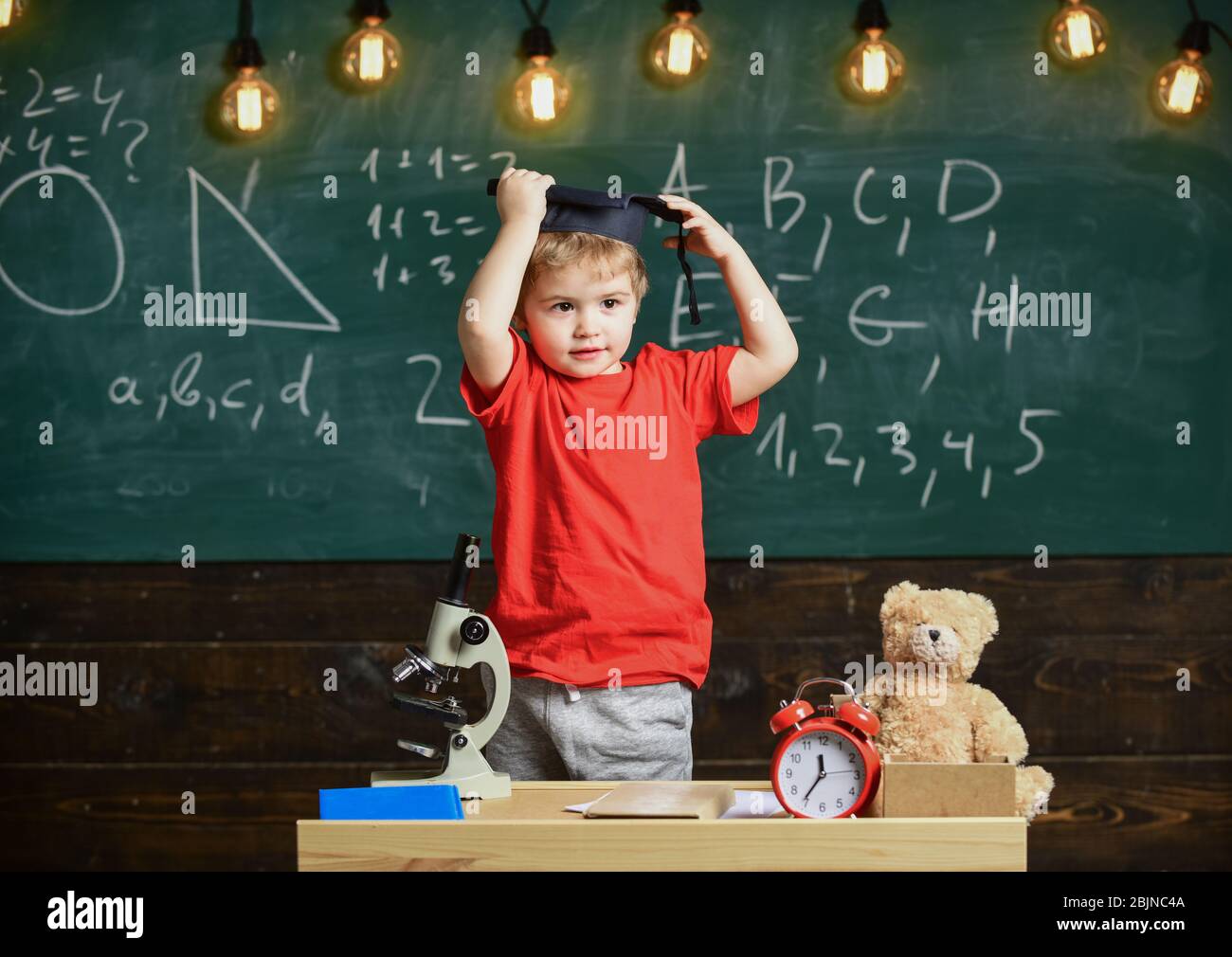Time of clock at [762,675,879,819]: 11:35
